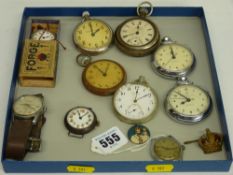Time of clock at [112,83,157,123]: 12:09
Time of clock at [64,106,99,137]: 11:07
